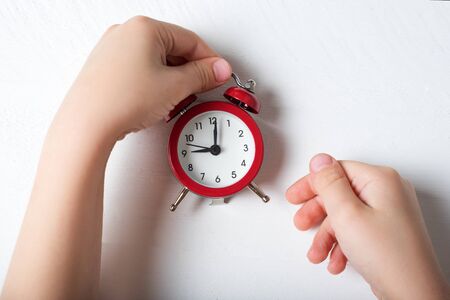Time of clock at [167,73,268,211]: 9:01
